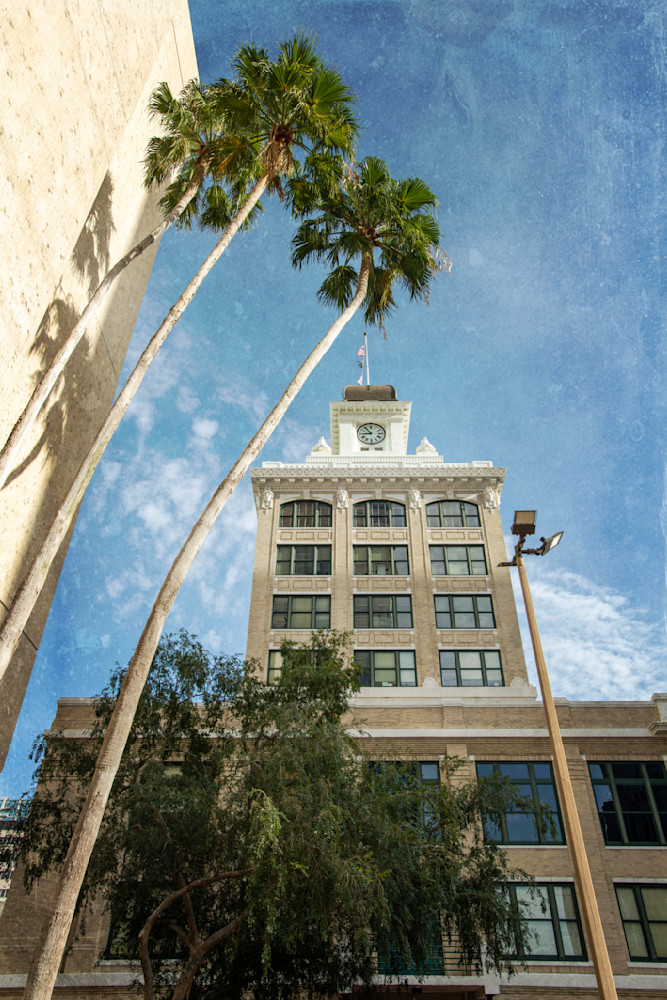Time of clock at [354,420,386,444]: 8:53
